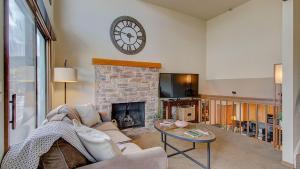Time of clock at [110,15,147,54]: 5:46
